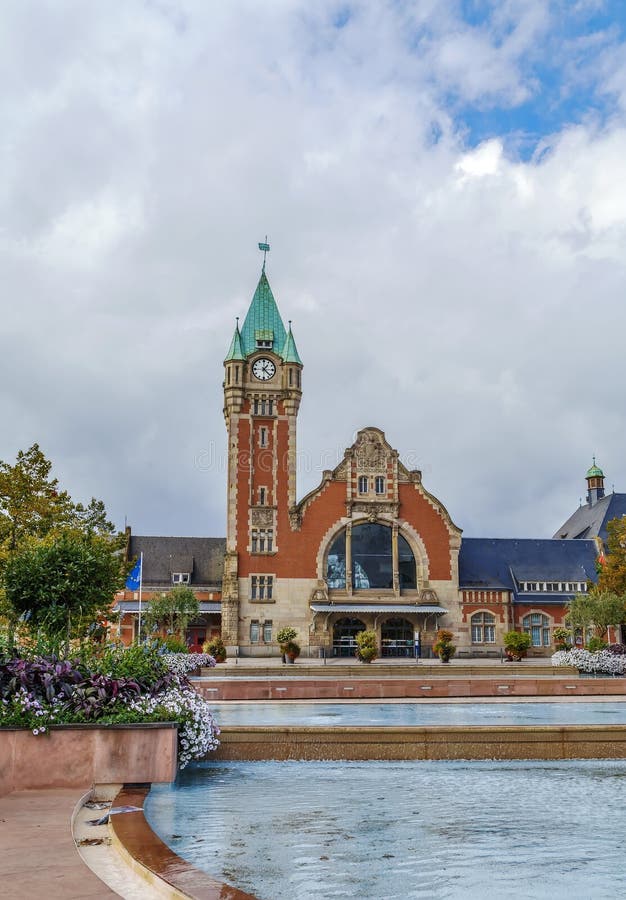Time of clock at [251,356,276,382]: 1:22
